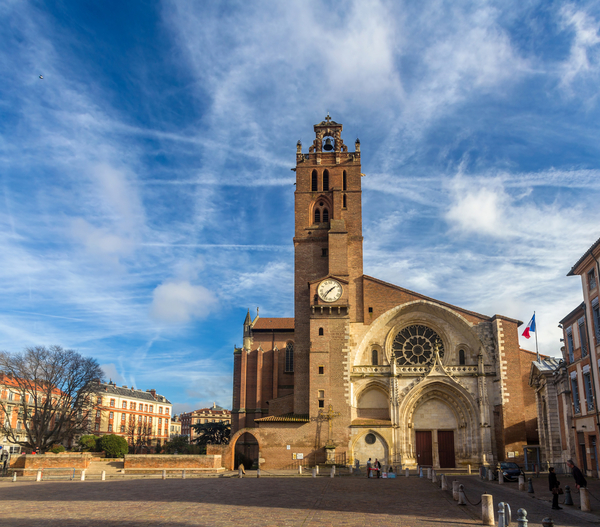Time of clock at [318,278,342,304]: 1:36
